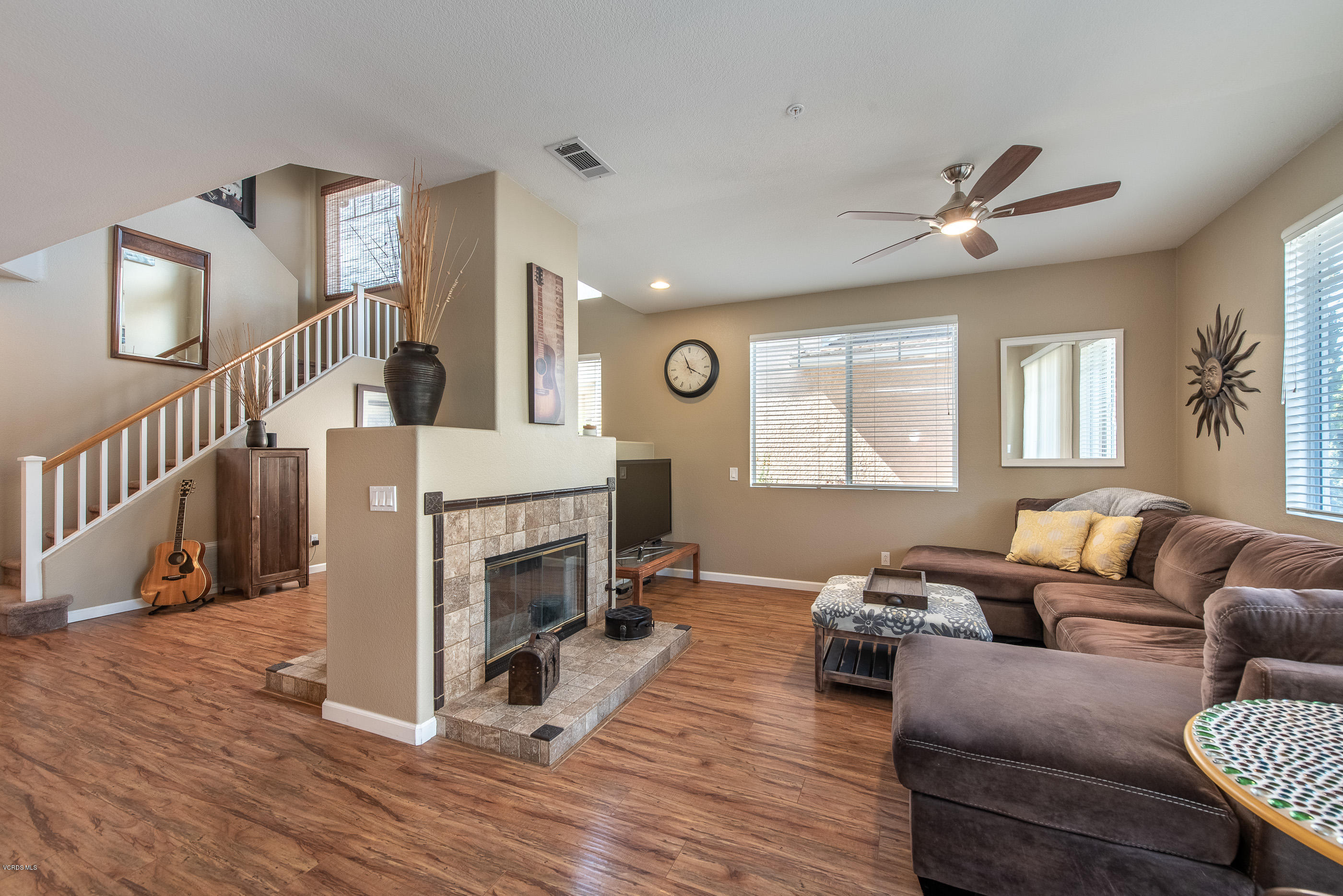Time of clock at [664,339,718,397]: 11:19
